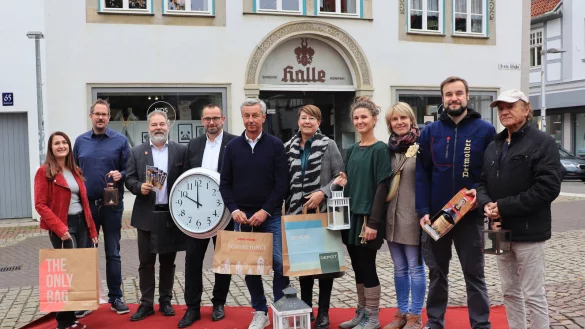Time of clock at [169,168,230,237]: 10:00
